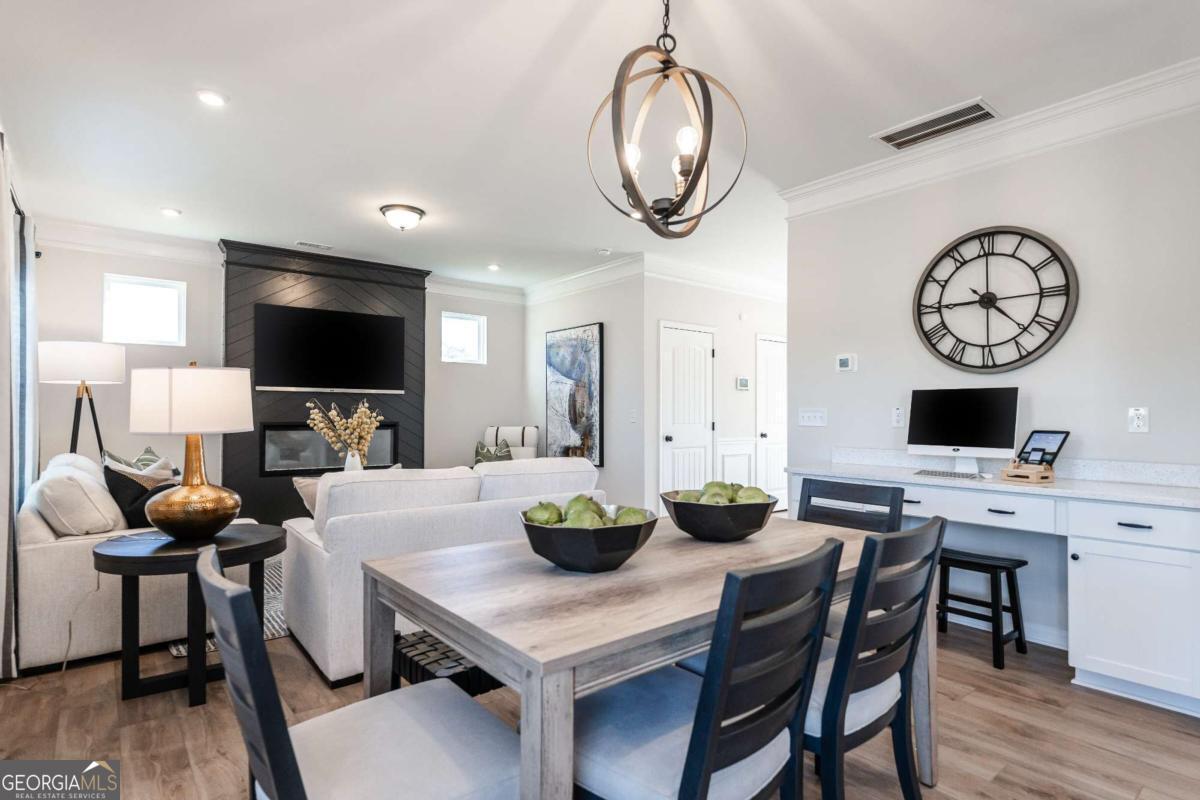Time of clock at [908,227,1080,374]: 4:44
